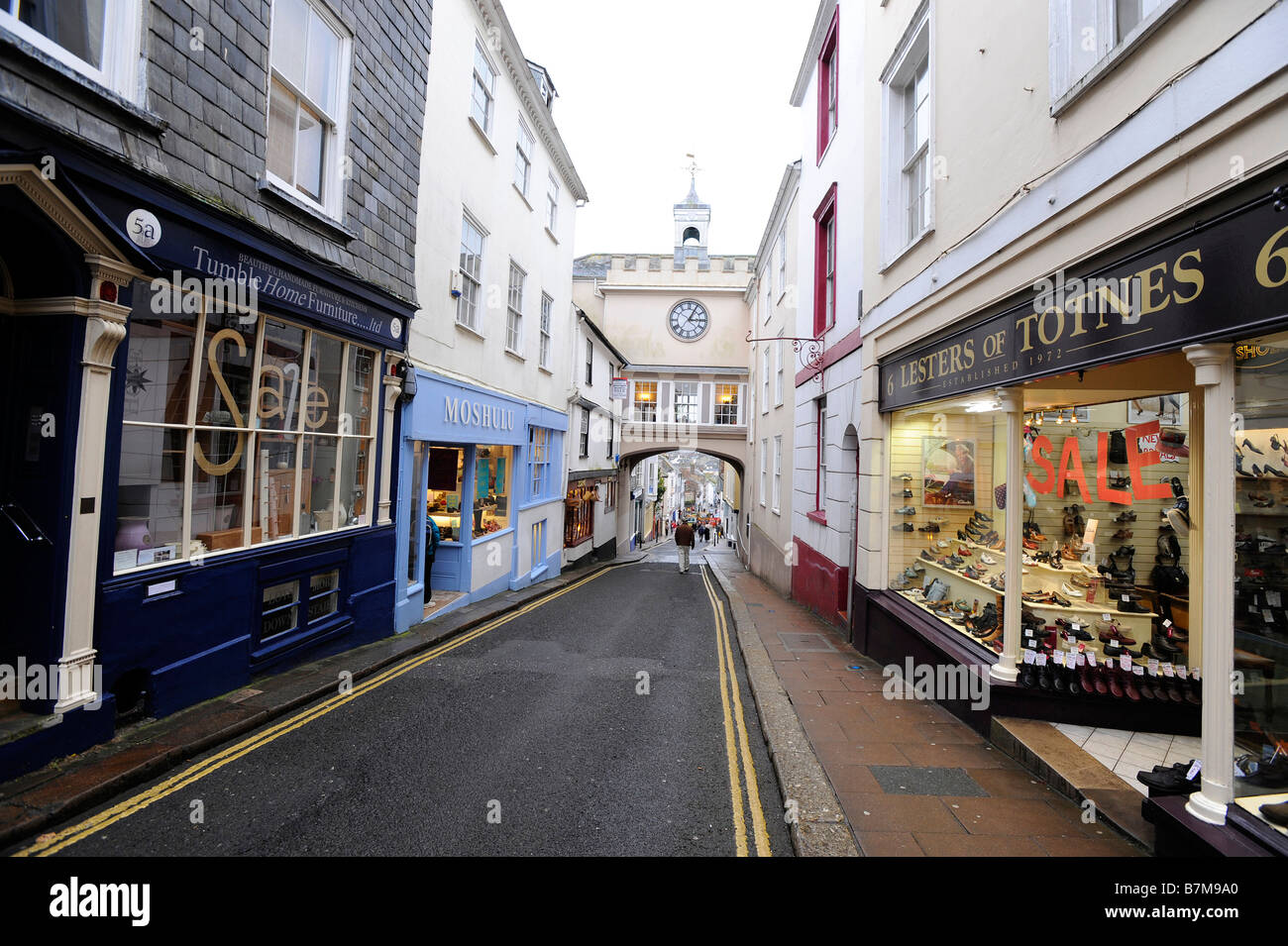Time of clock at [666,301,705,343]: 3:04
